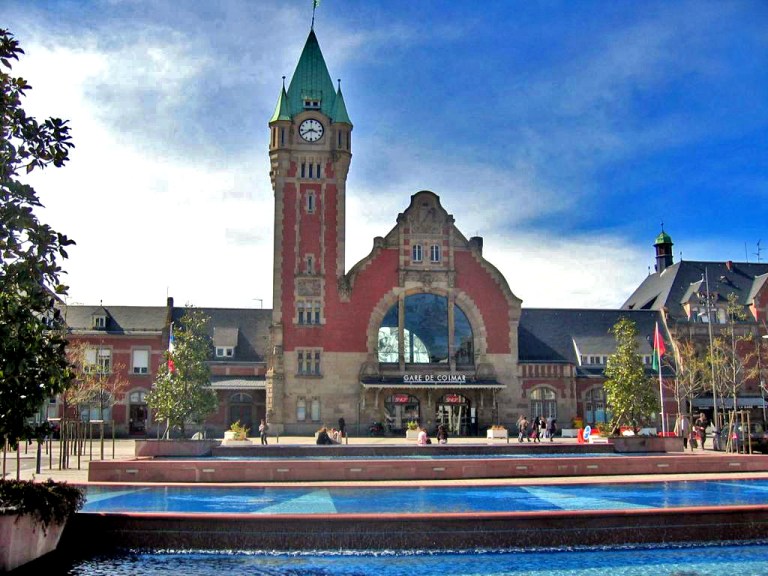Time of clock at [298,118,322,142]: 3:40
